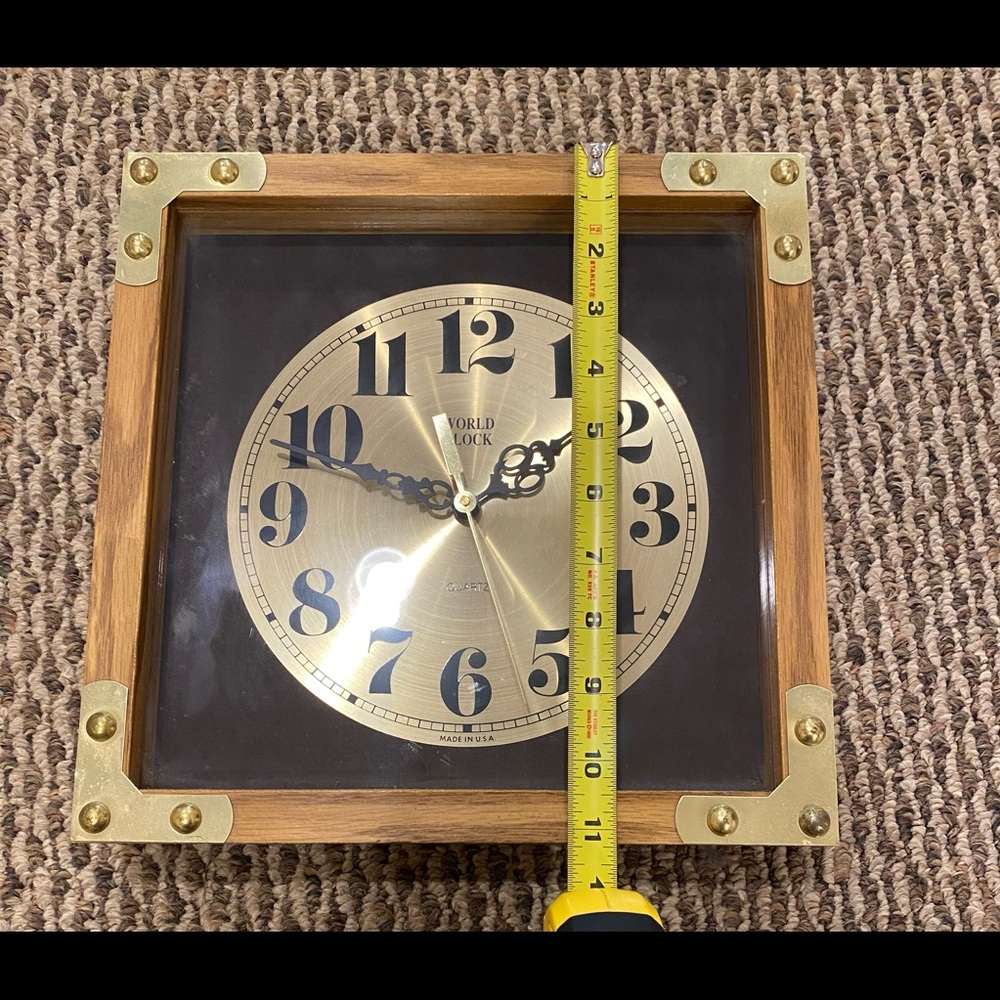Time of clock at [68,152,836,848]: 1:47
